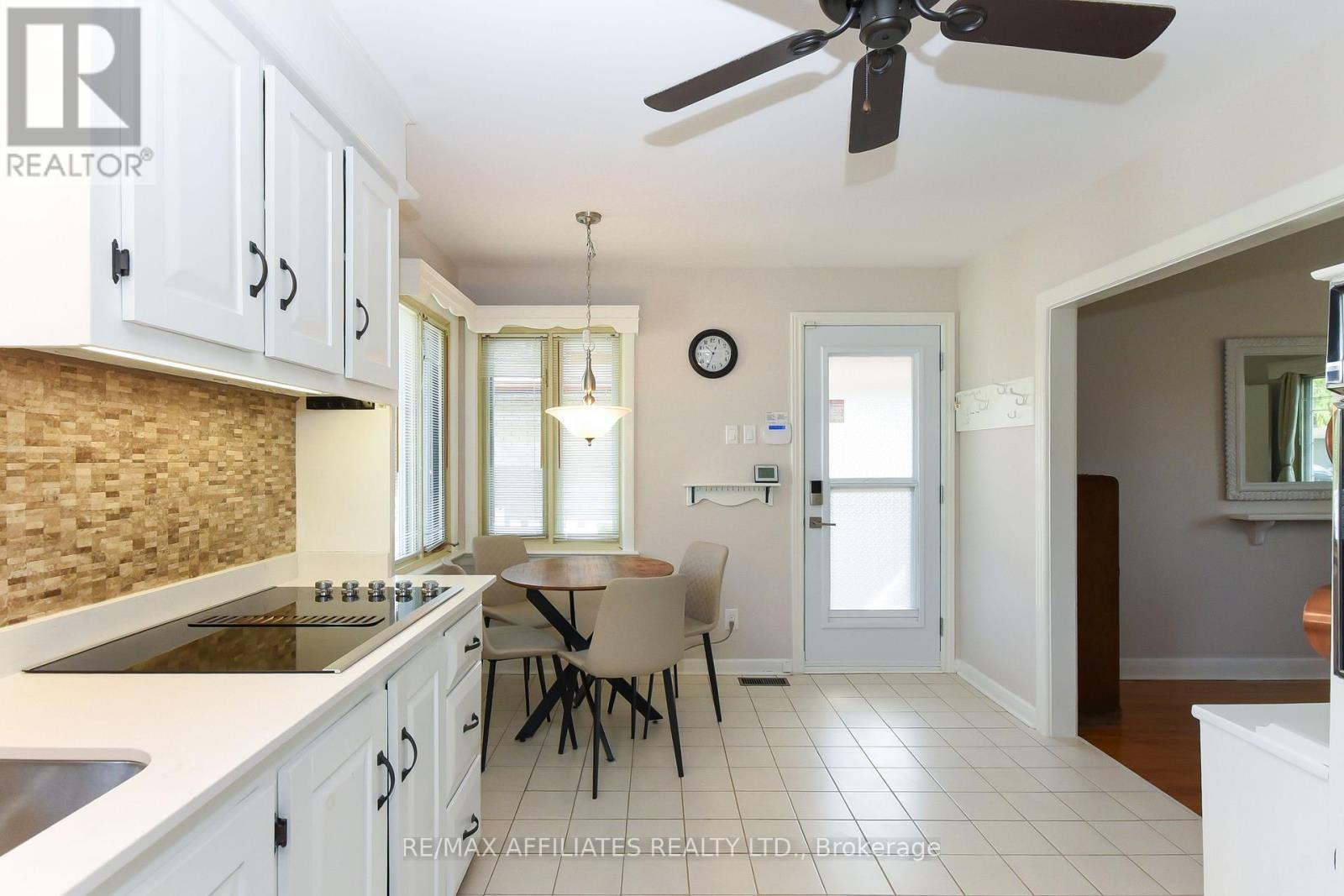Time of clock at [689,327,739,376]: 10:34
